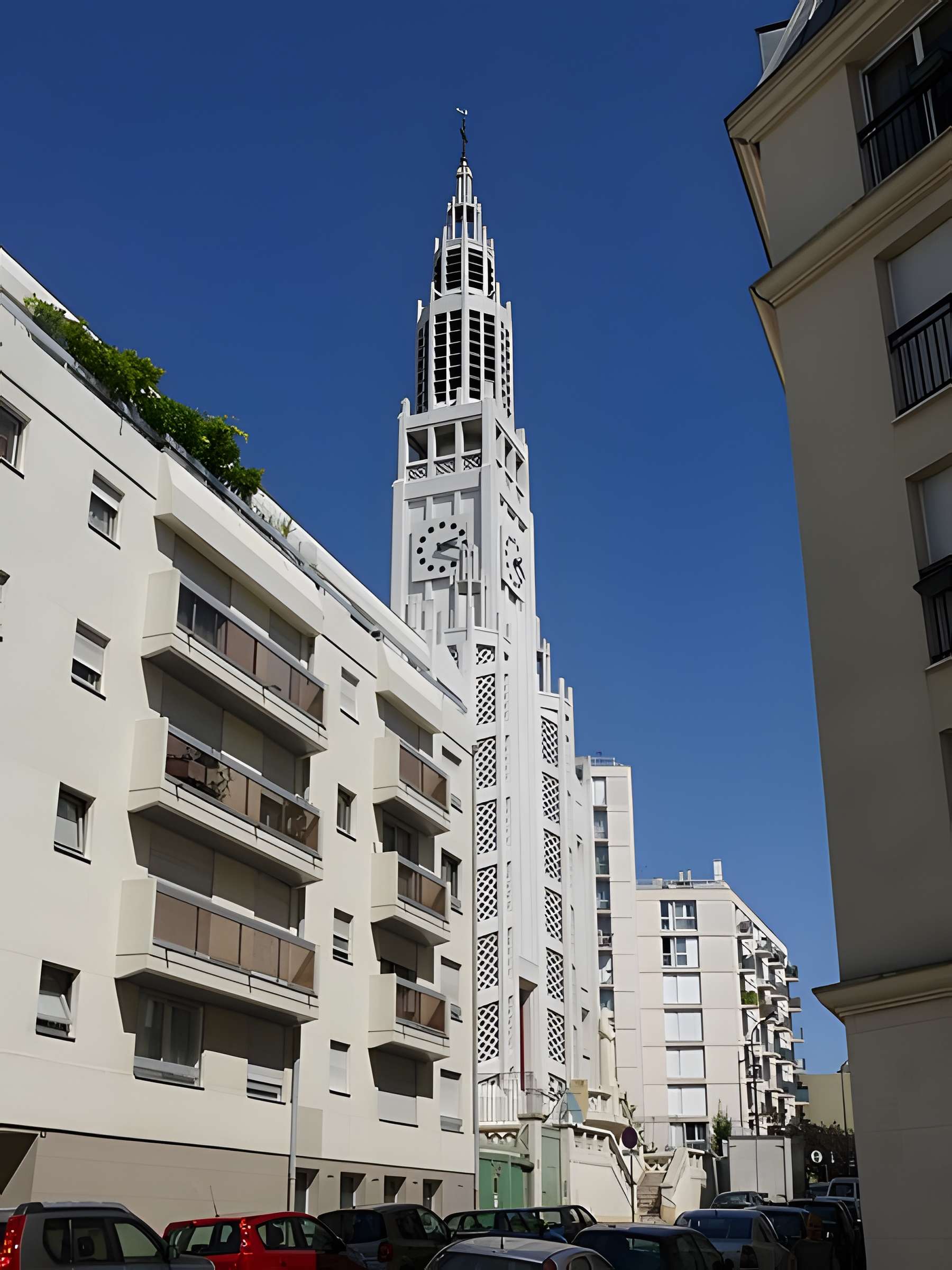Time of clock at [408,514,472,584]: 2:18
